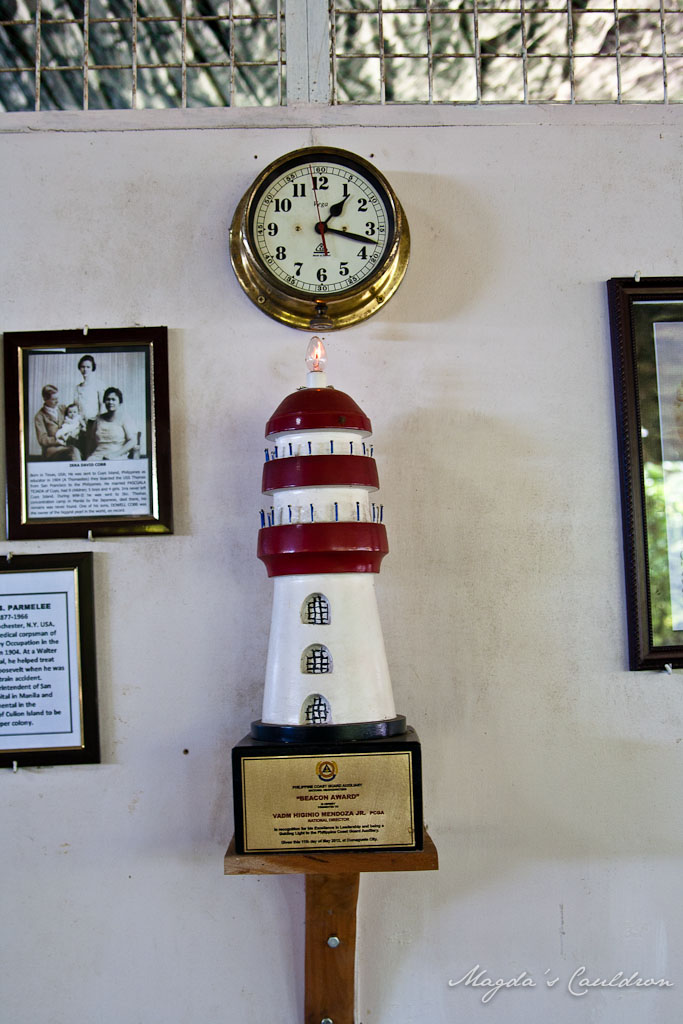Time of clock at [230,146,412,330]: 1:17
